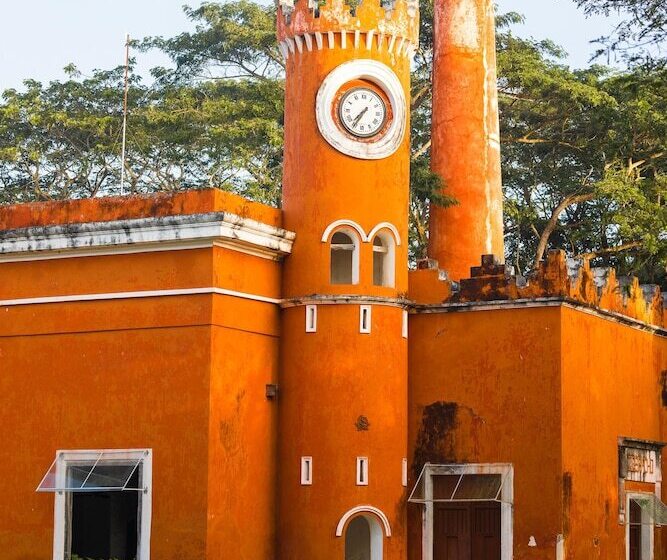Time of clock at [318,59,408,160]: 7:35
